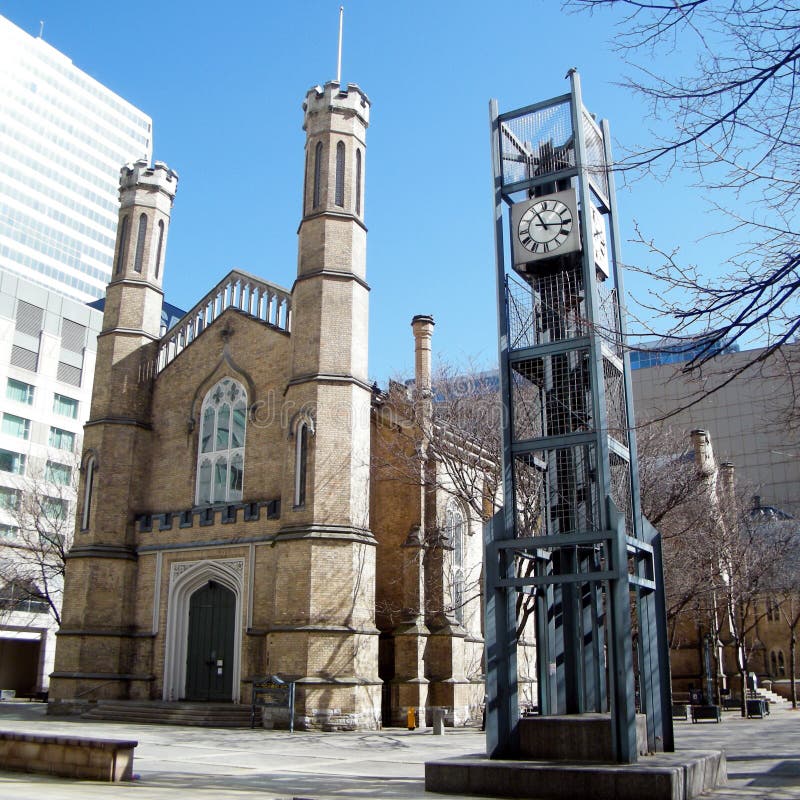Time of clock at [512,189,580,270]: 11:15
